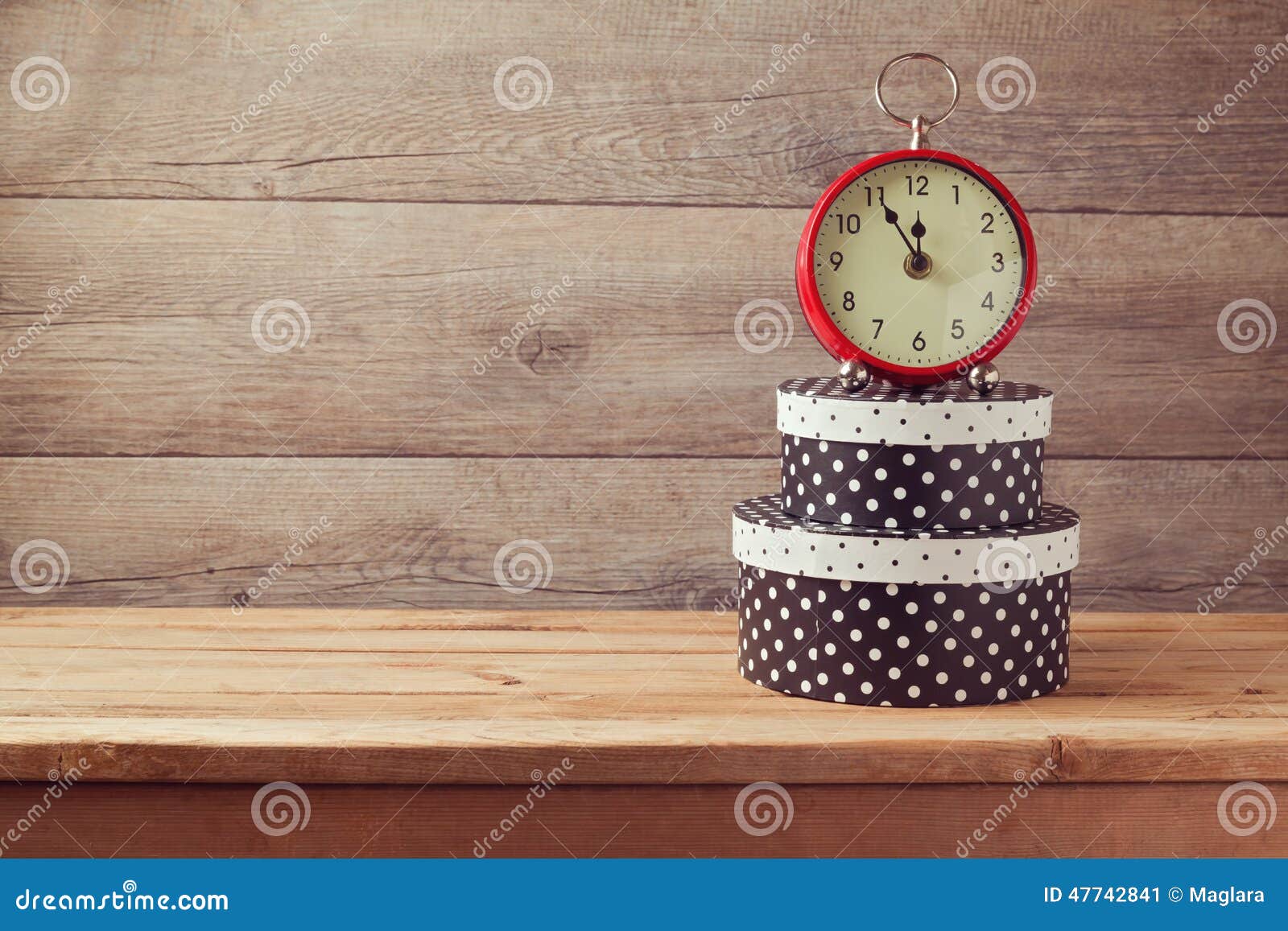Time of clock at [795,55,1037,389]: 11:55
